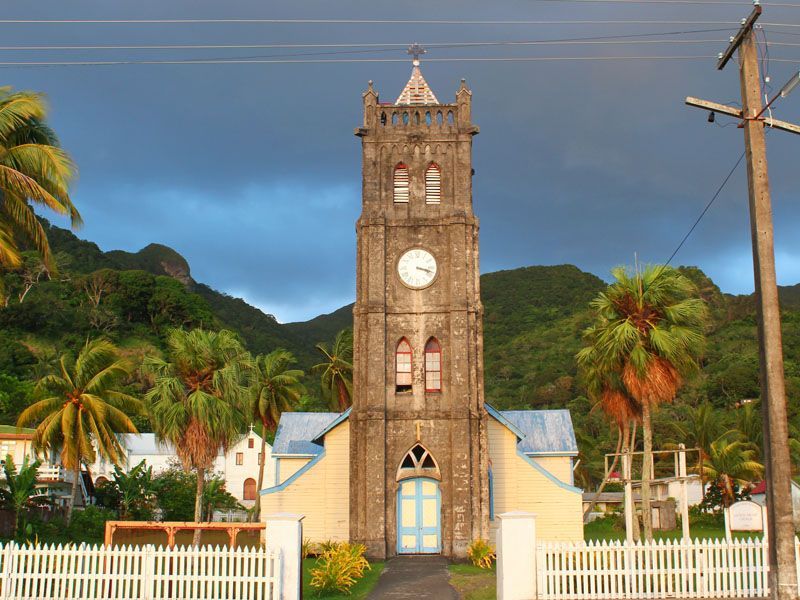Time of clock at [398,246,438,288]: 3:17
